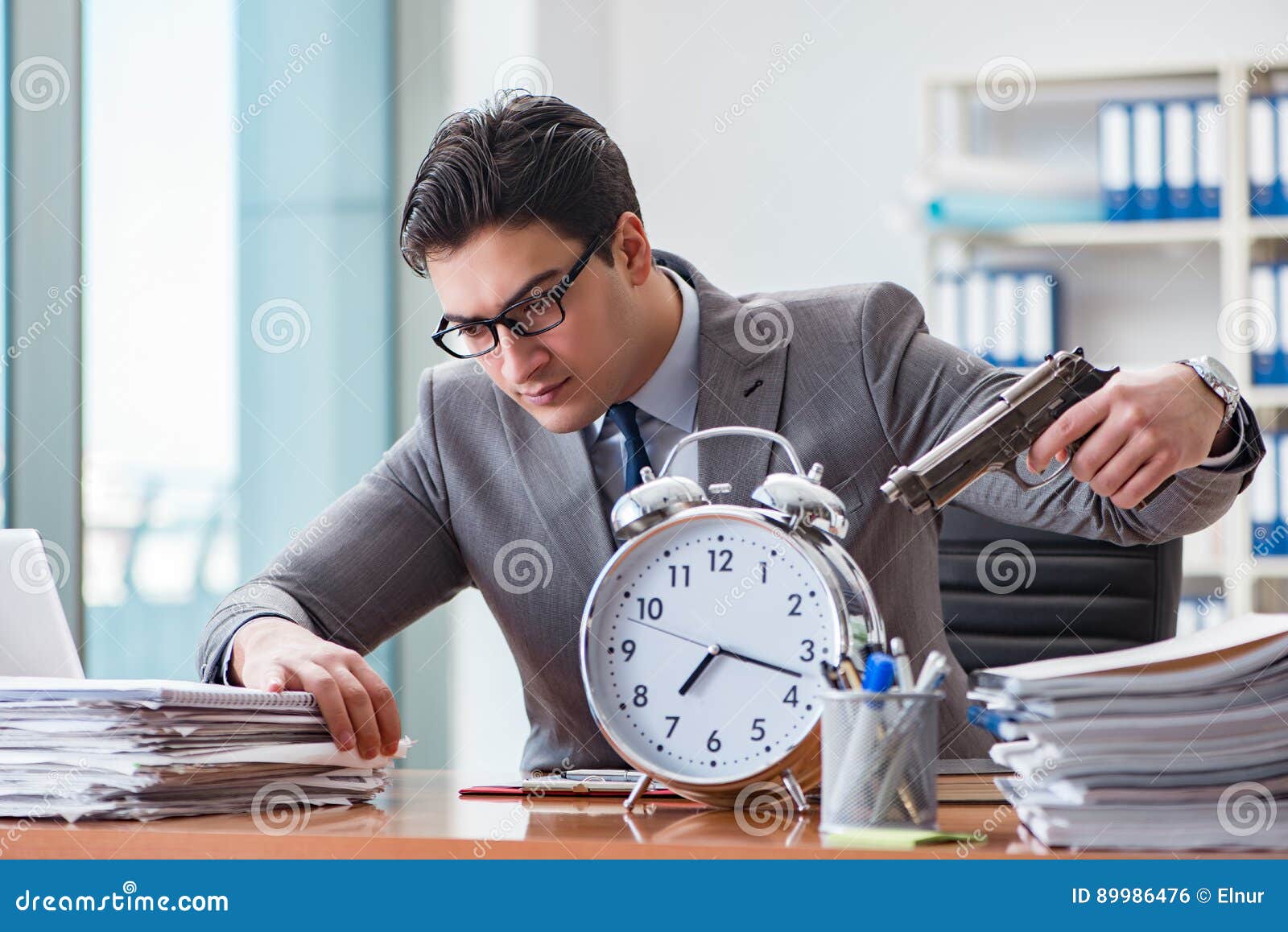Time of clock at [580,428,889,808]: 7:17
